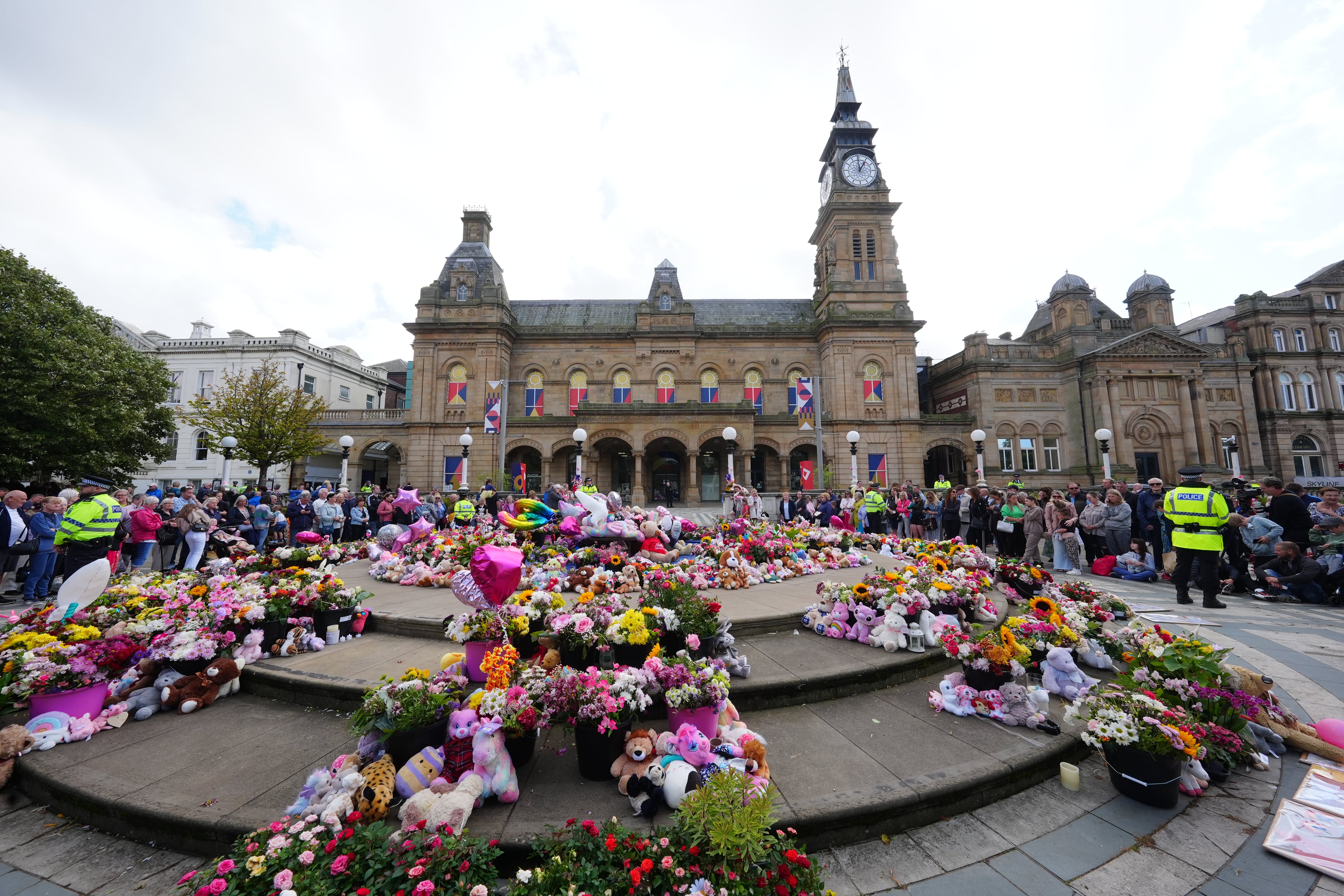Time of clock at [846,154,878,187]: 12:59
